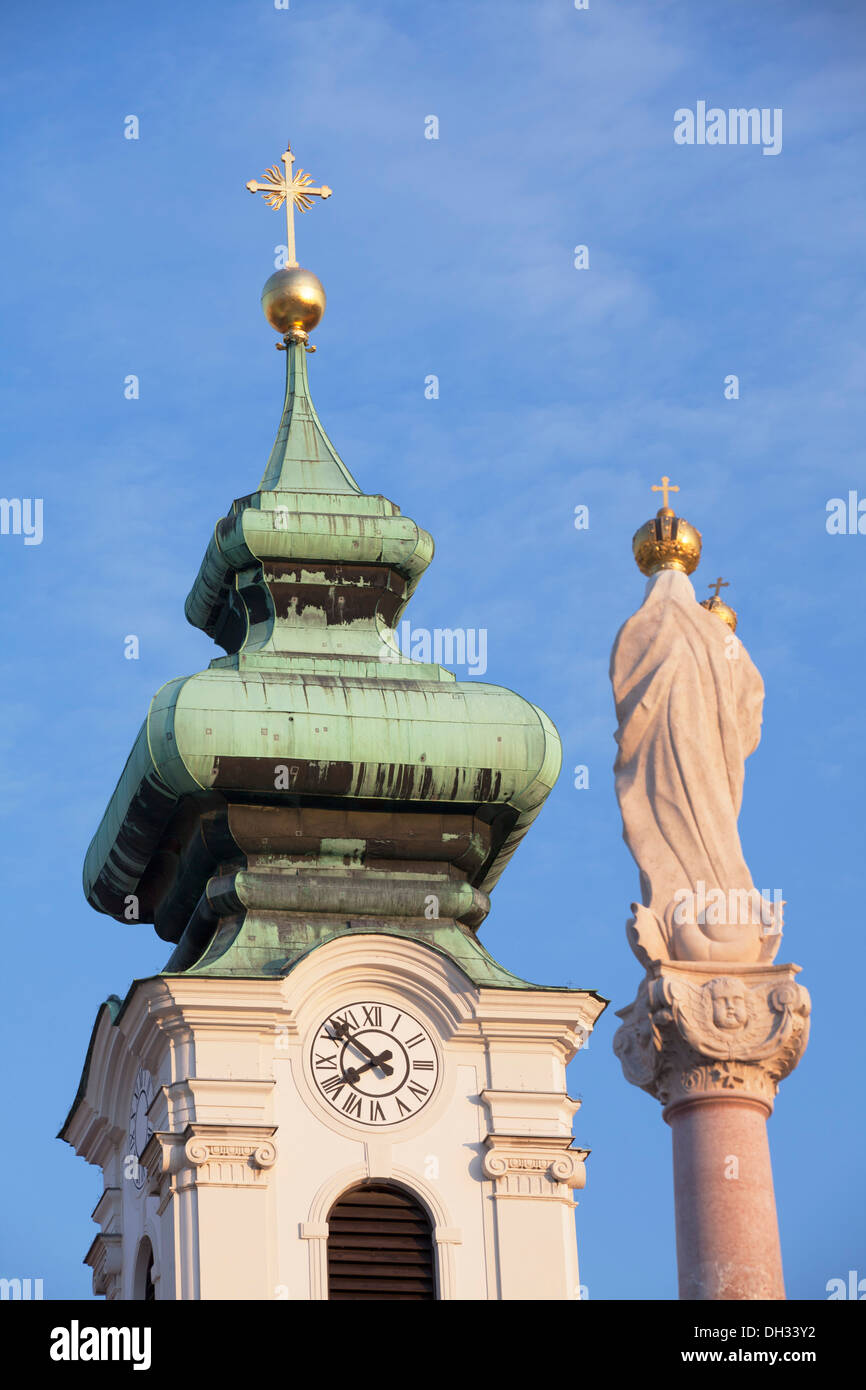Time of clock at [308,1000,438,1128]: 7:52
